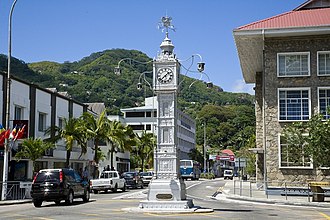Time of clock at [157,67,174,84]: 1:37
